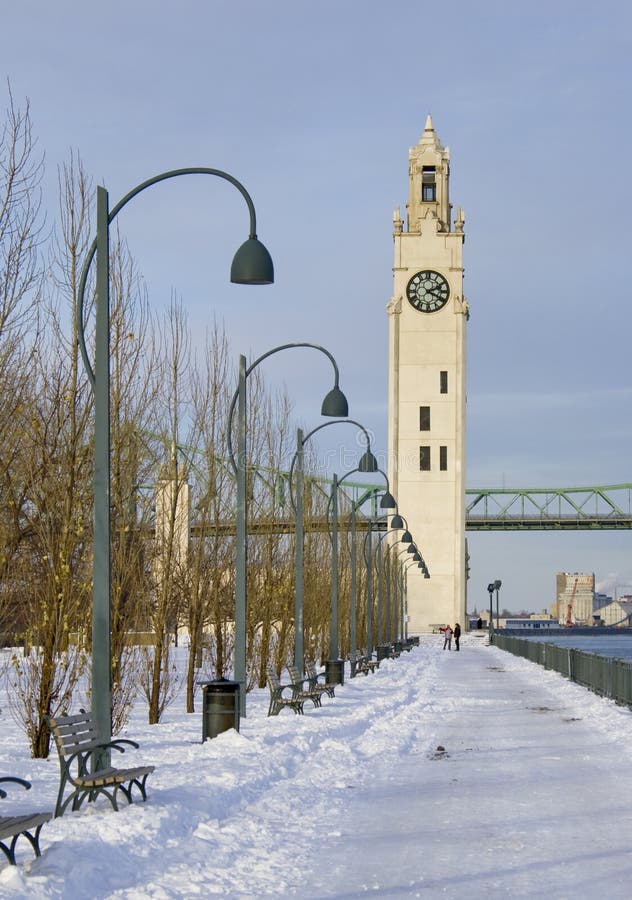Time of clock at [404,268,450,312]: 2:19
